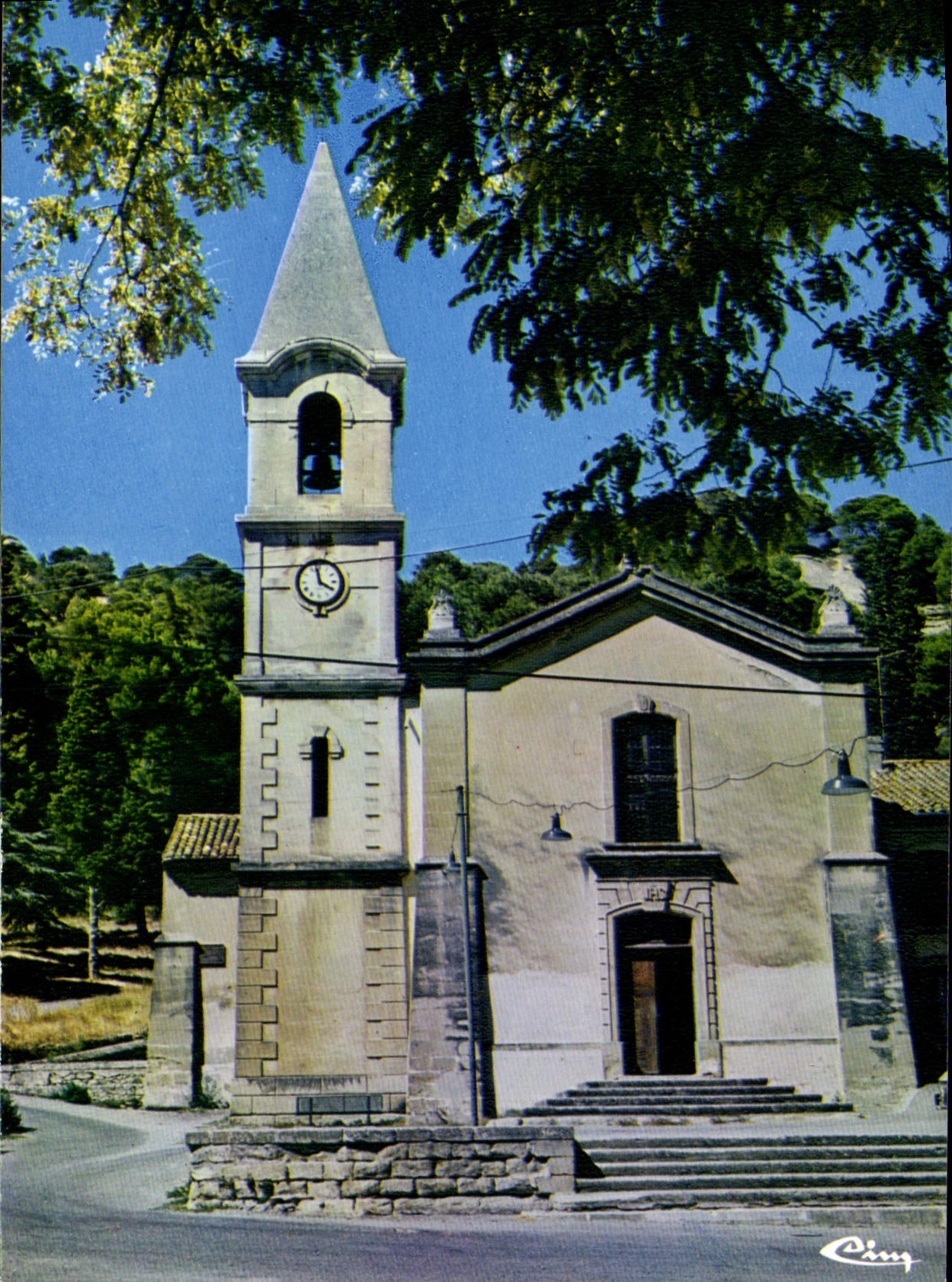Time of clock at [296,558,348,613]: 3:58
